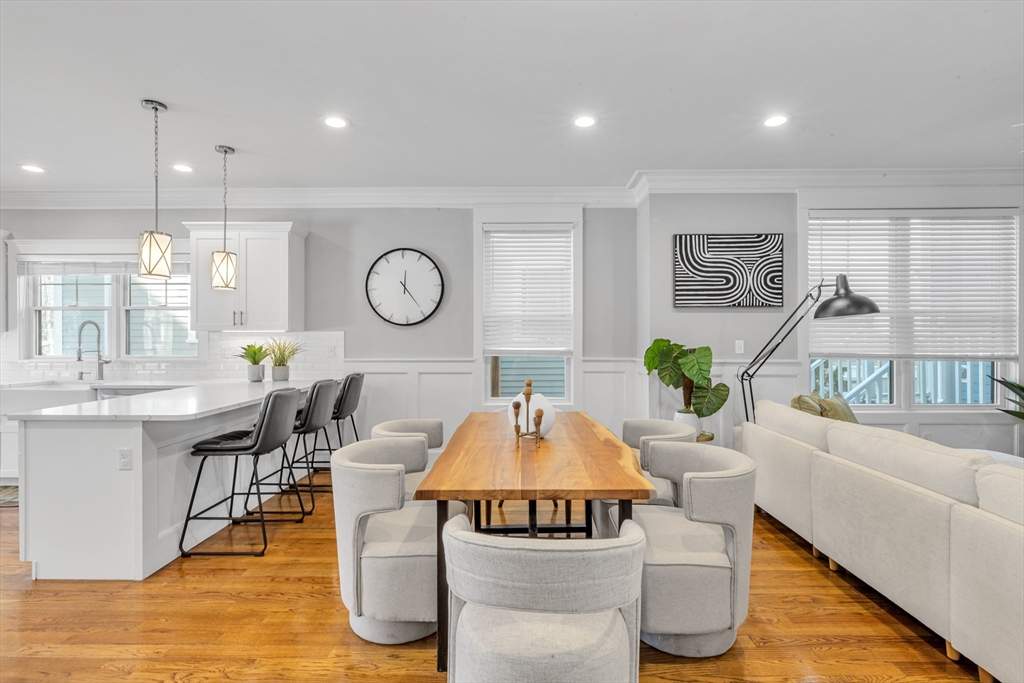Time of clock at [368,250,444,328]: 12:24
